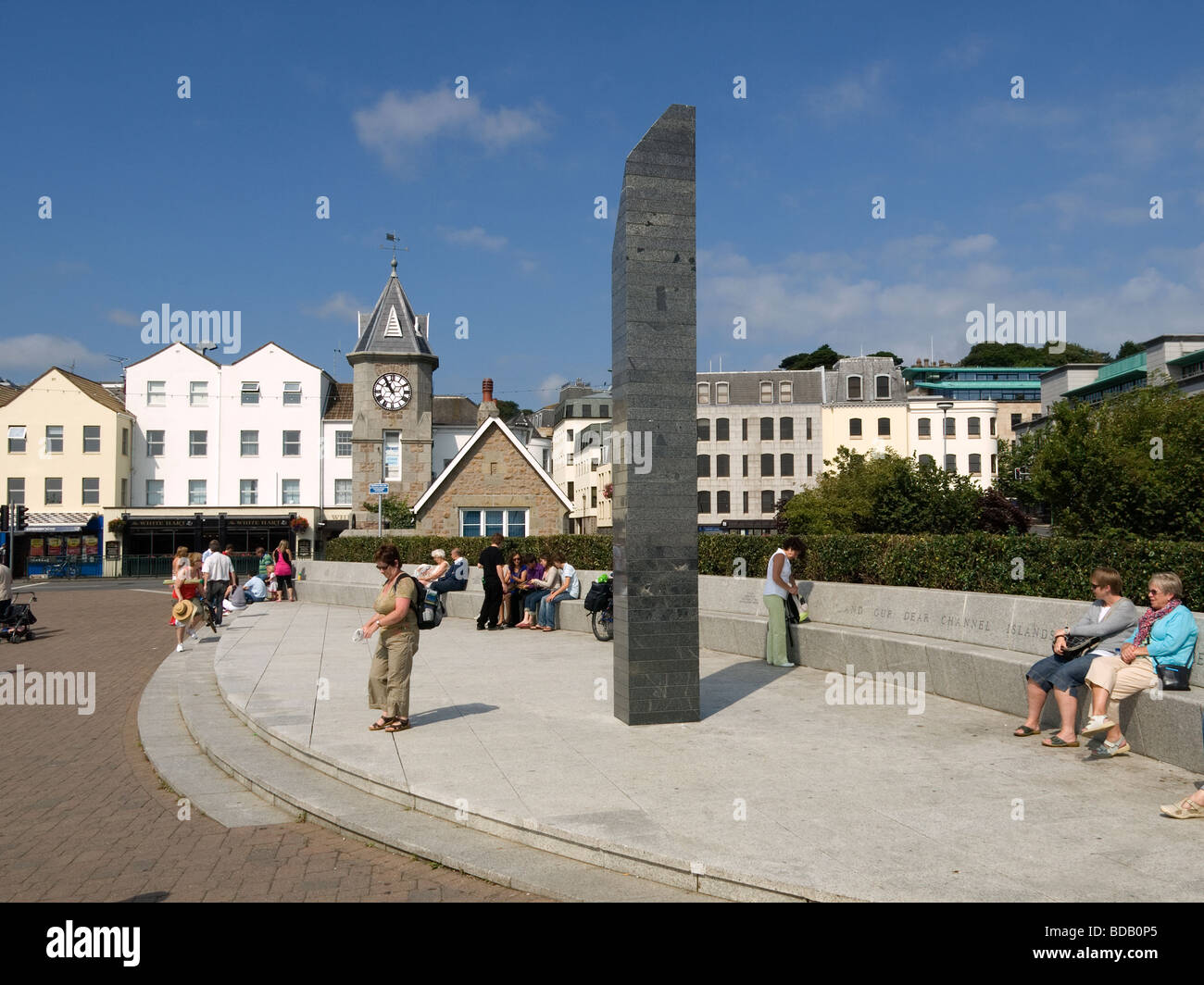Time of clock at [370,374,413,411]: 10:55
